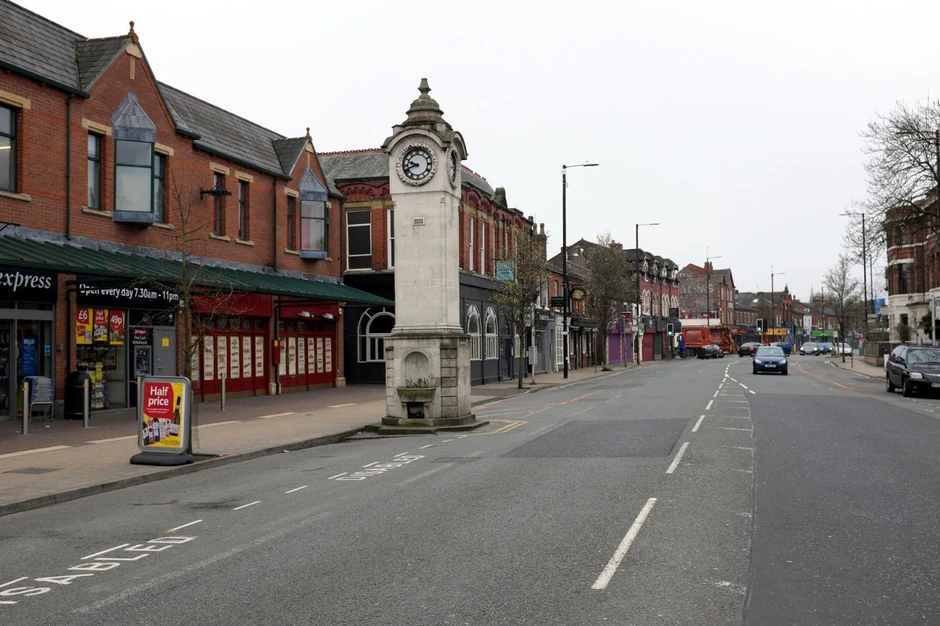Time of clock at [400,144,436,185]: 9:41
